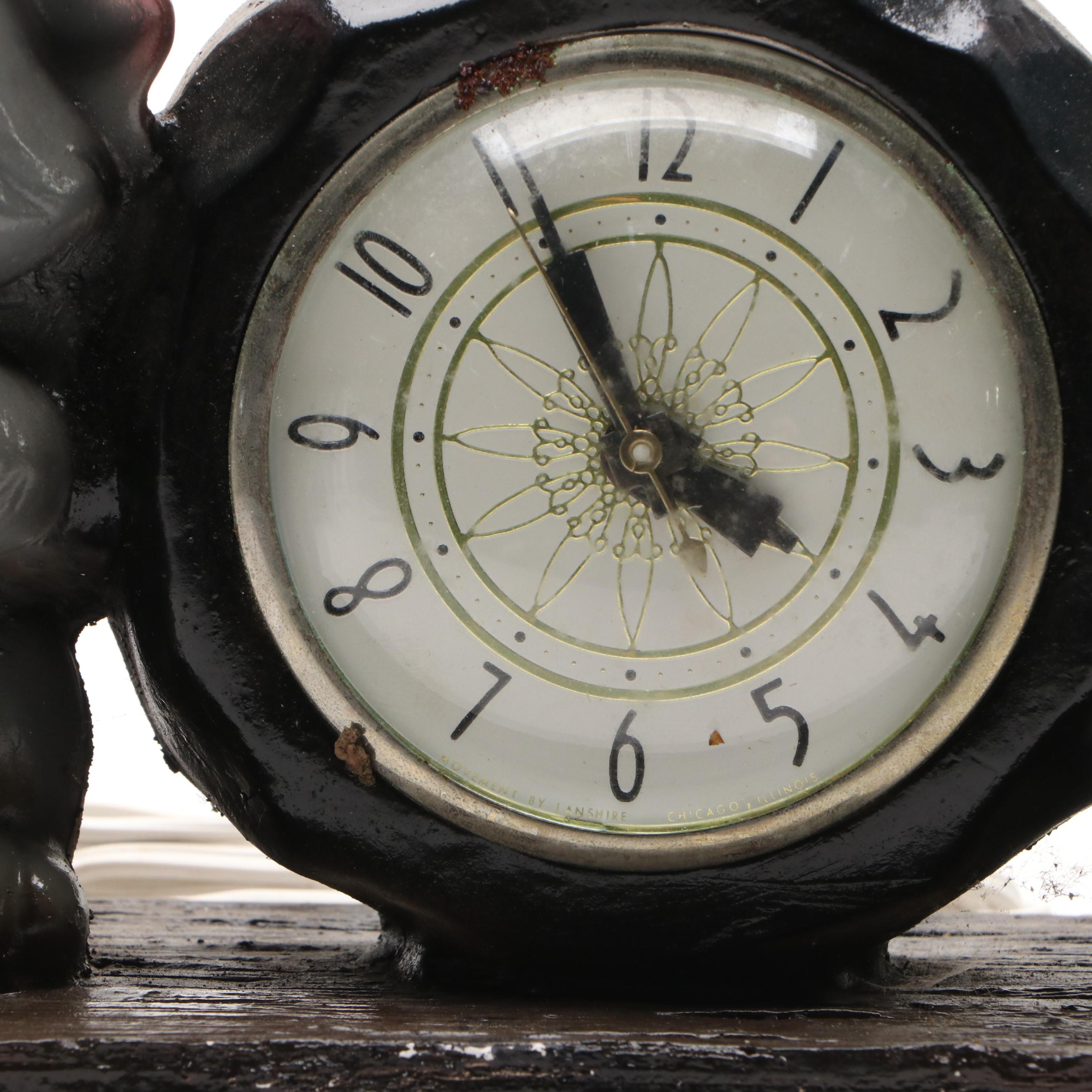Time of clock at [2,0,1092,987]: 3:55
